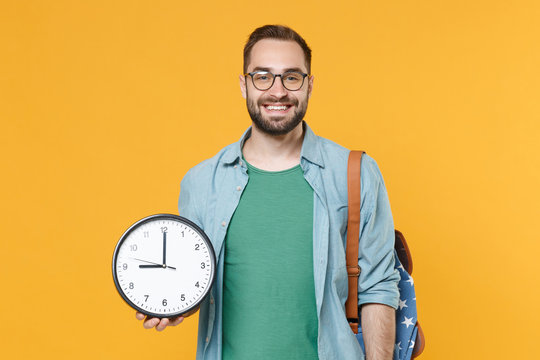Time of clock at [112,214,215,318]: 9:00
